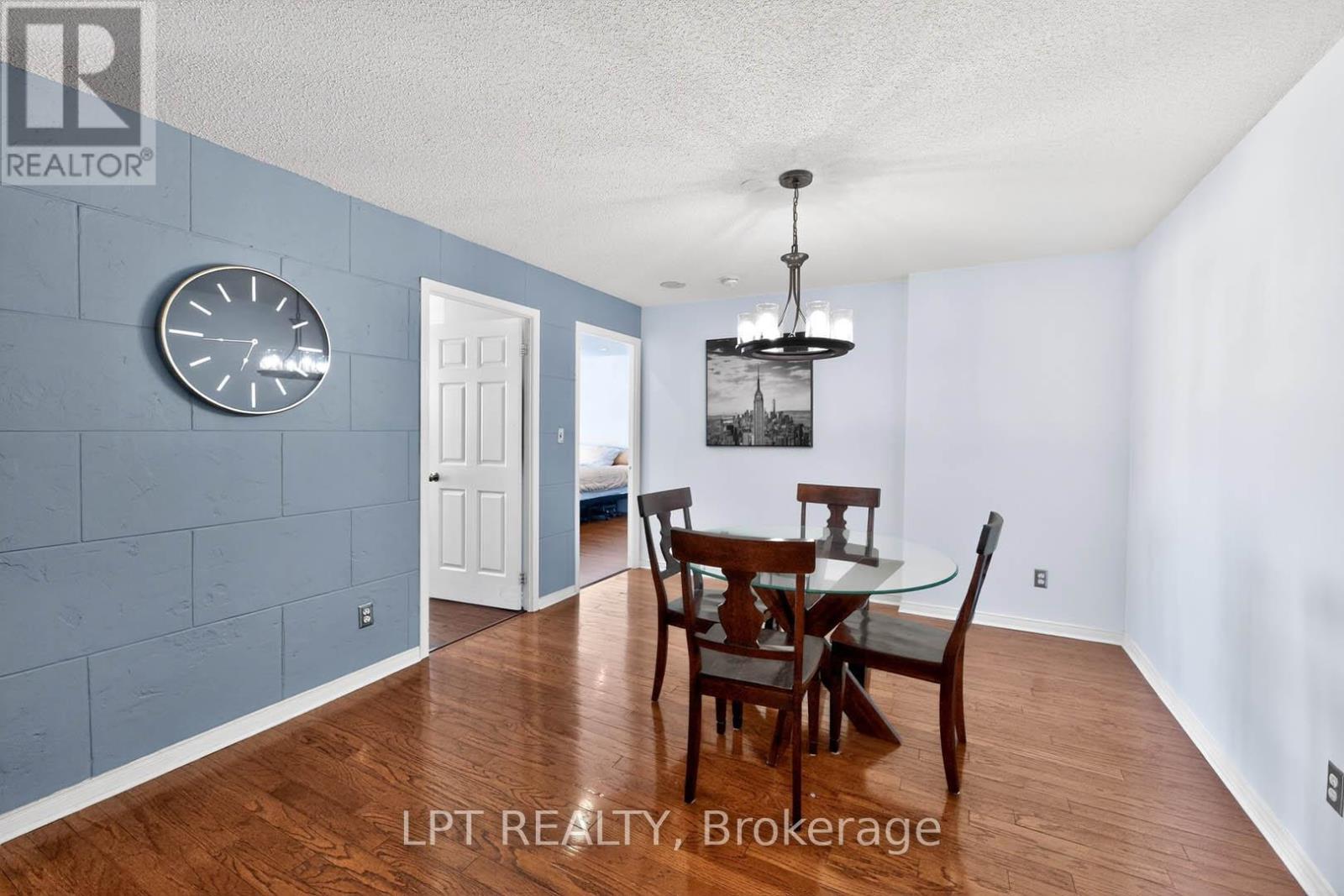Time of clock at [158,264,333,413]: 6:44
